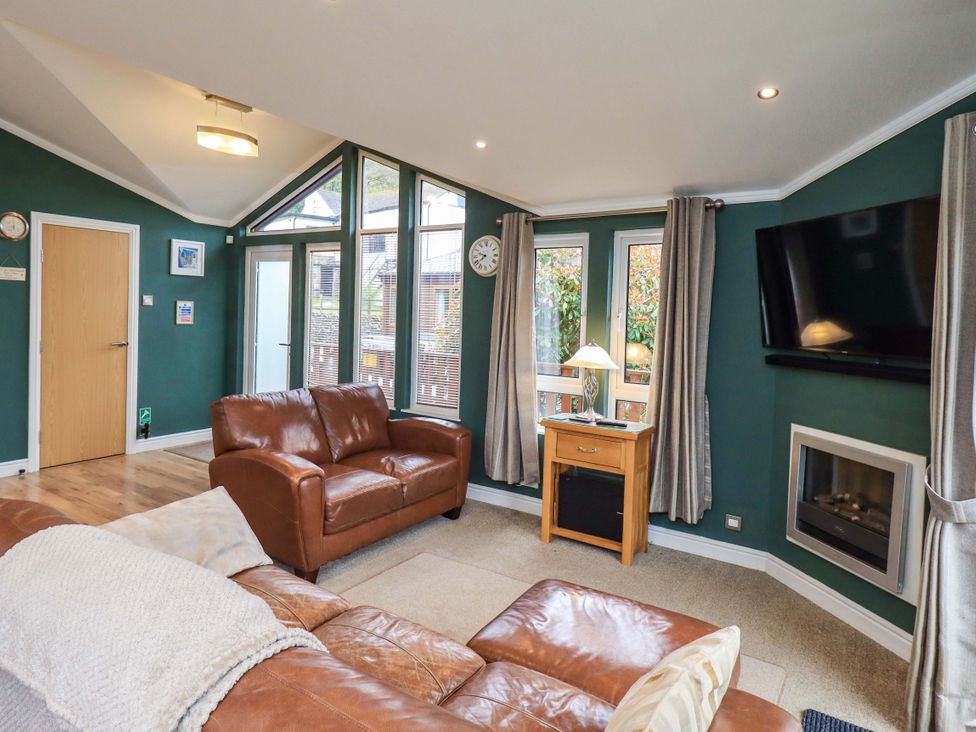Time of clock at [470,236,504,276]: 9:38
